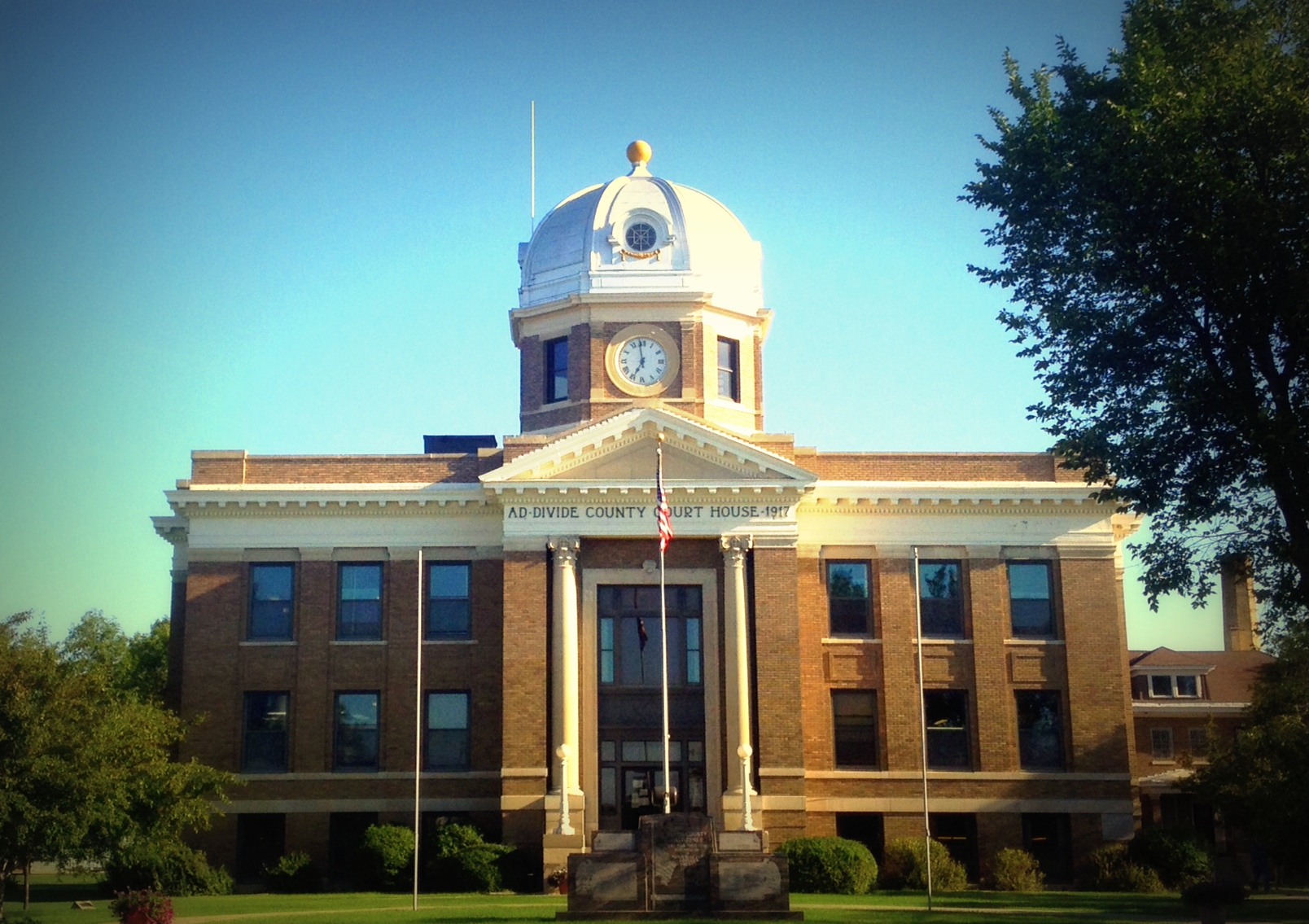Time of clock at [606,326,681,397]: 6:58
